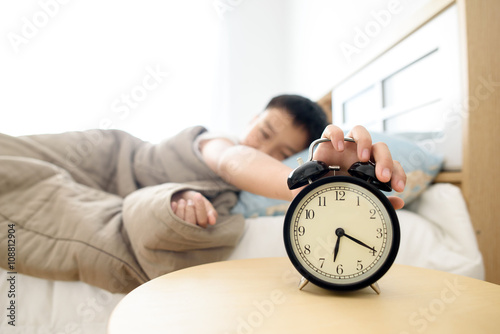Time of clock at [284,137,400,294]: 6:19
